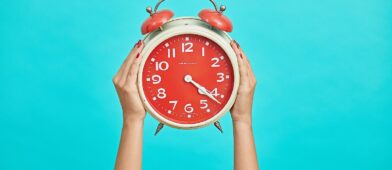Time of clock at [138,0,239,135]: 4:21
